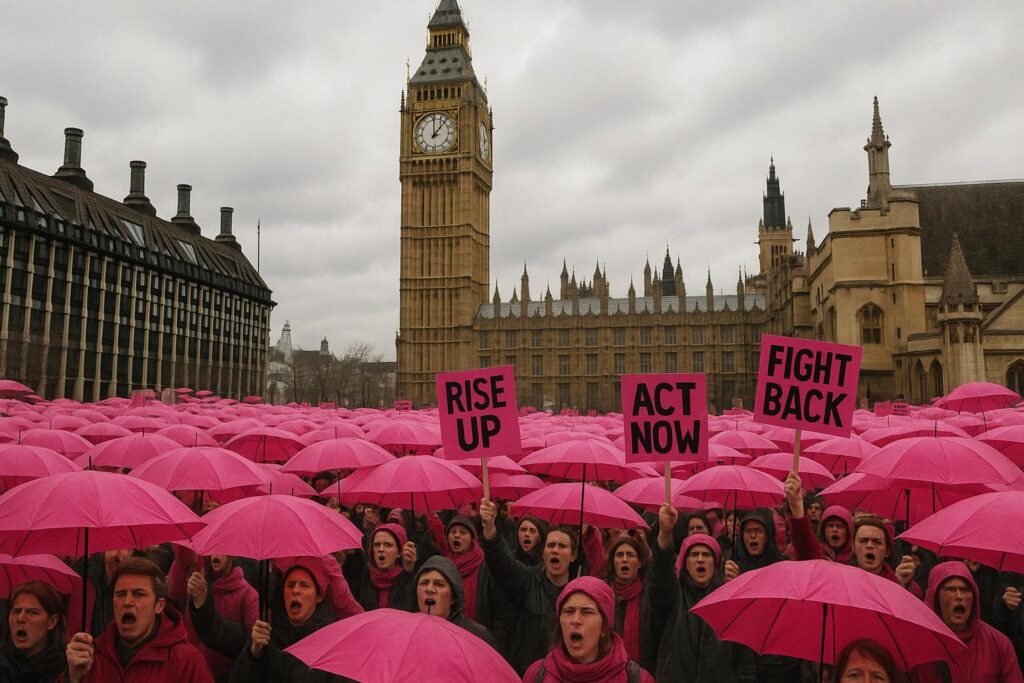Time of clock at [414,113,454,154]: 12:07
